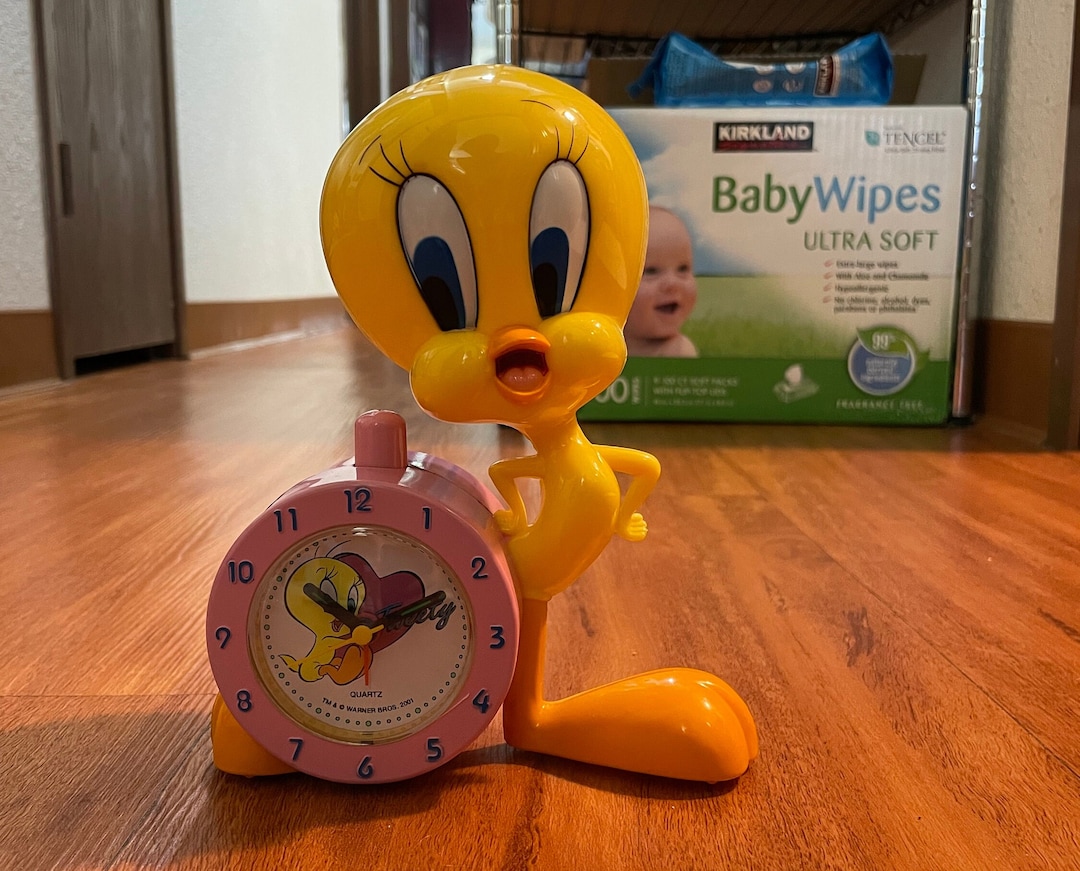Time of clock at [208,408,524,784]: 10:11
